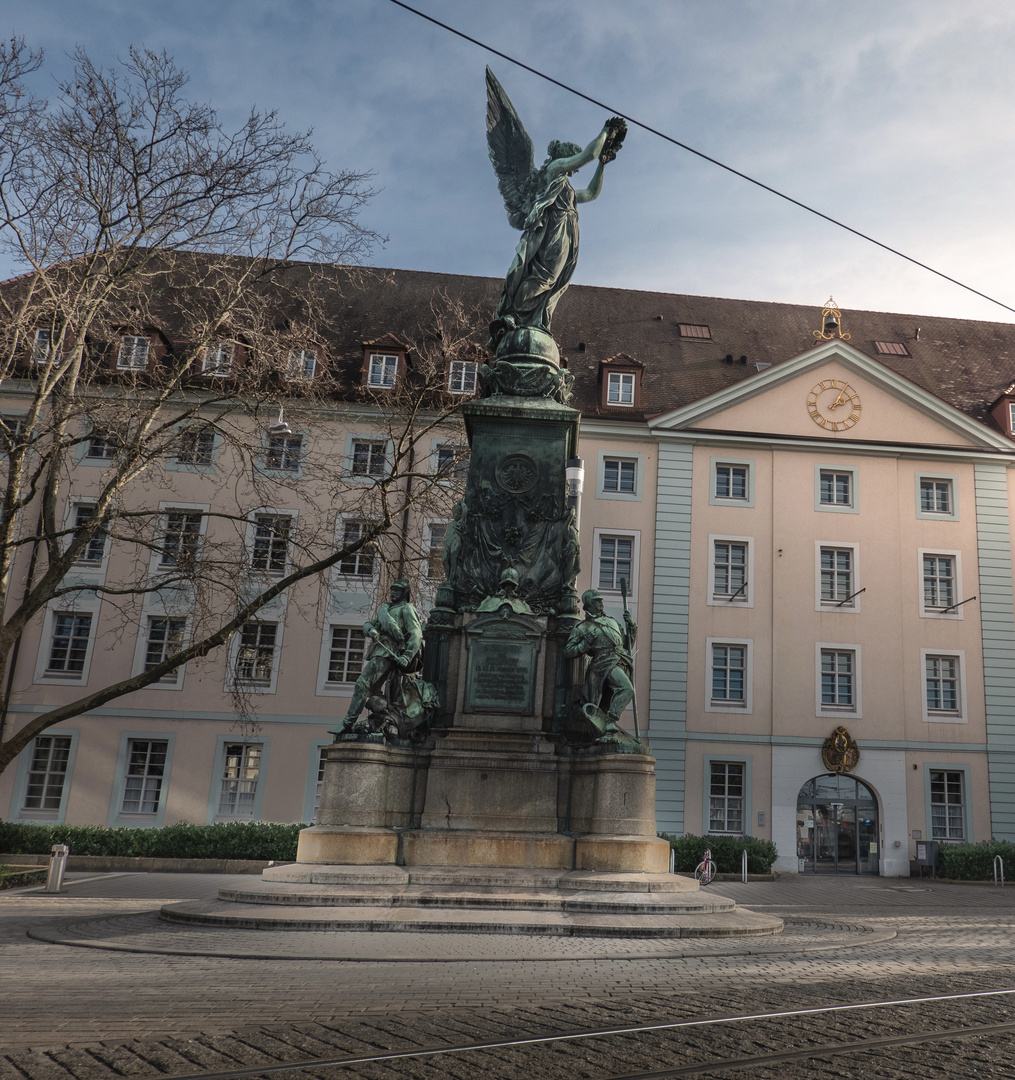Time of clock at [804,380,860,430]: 2:05
